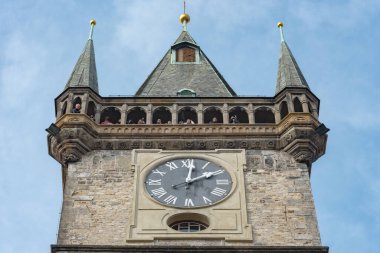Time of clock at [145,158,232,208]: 2:01
